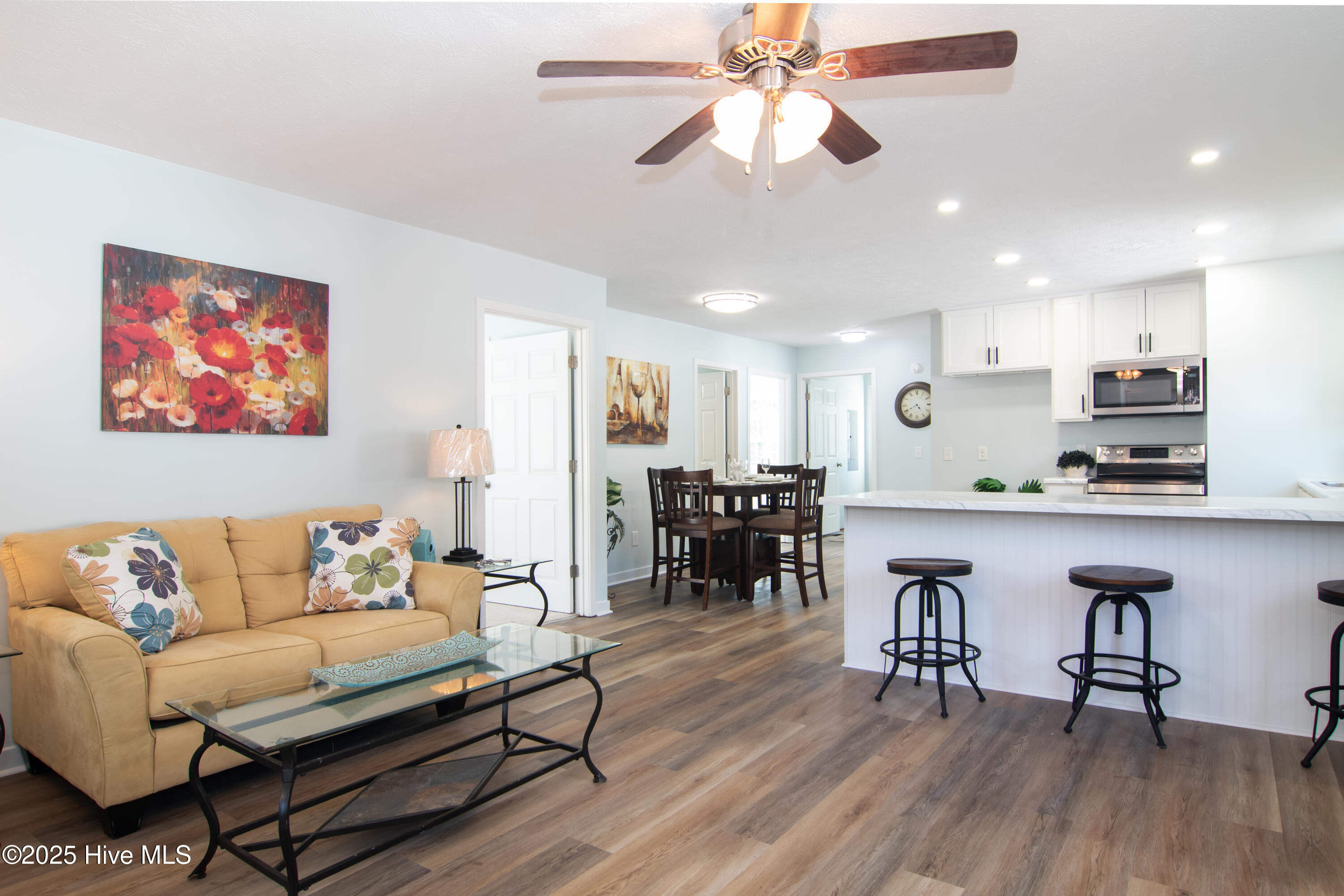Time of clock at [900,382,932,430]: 4:40
